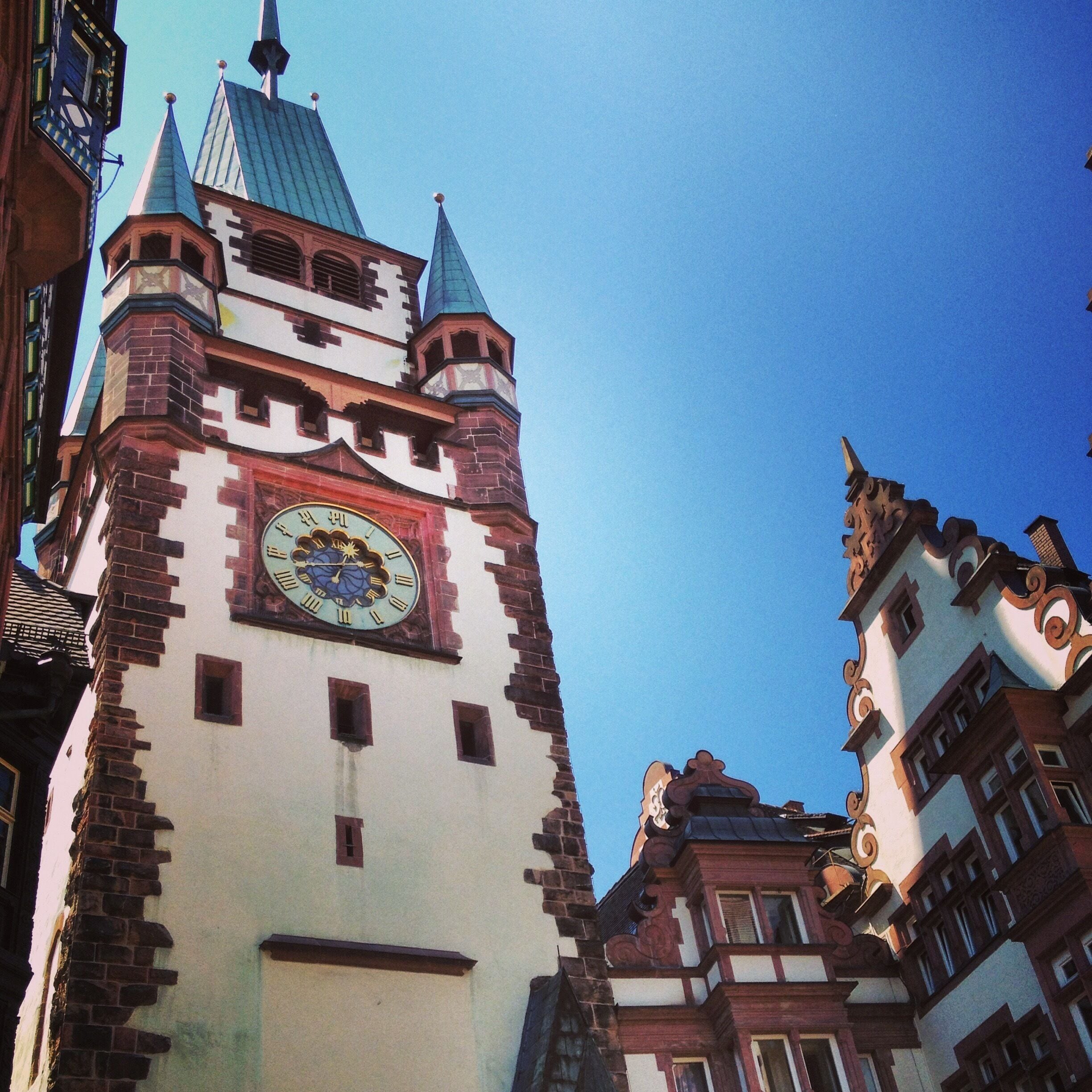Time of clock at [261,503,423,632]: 12:43
